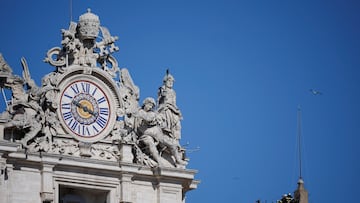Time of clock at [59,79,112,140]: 3:48
